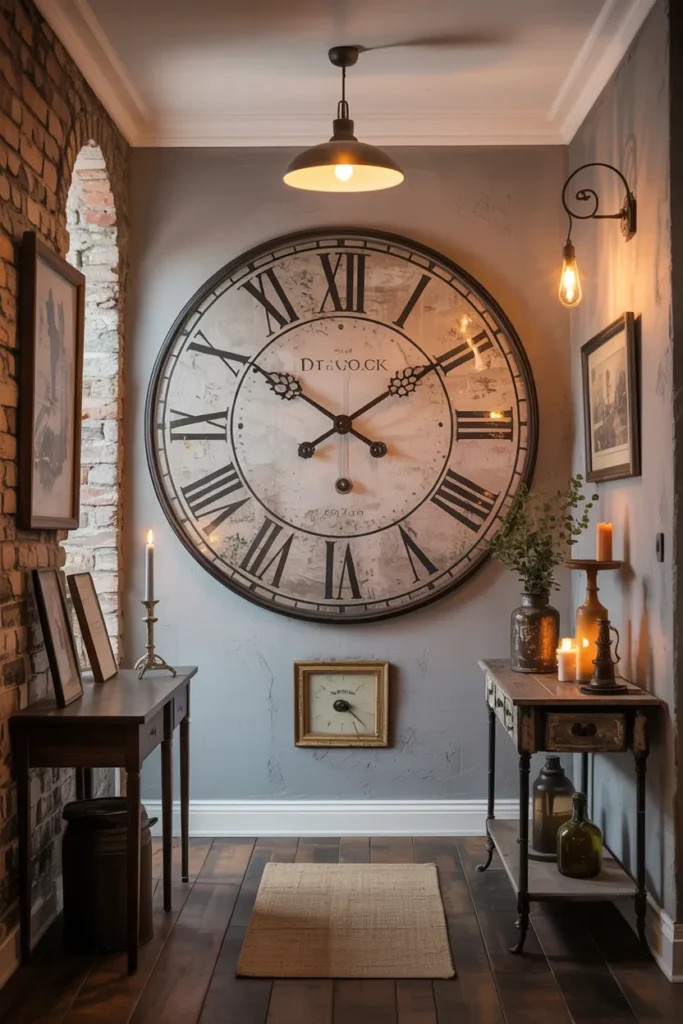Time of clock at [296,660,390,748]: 3:22
